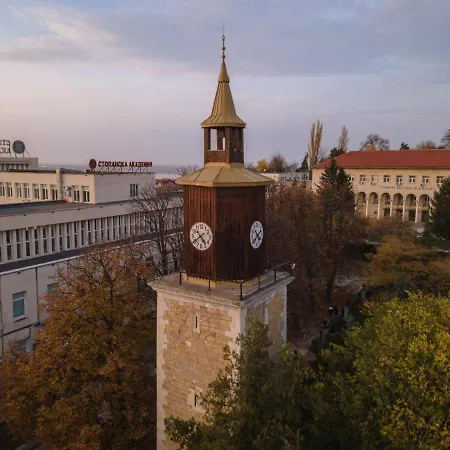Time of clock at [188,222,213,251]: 4:39
